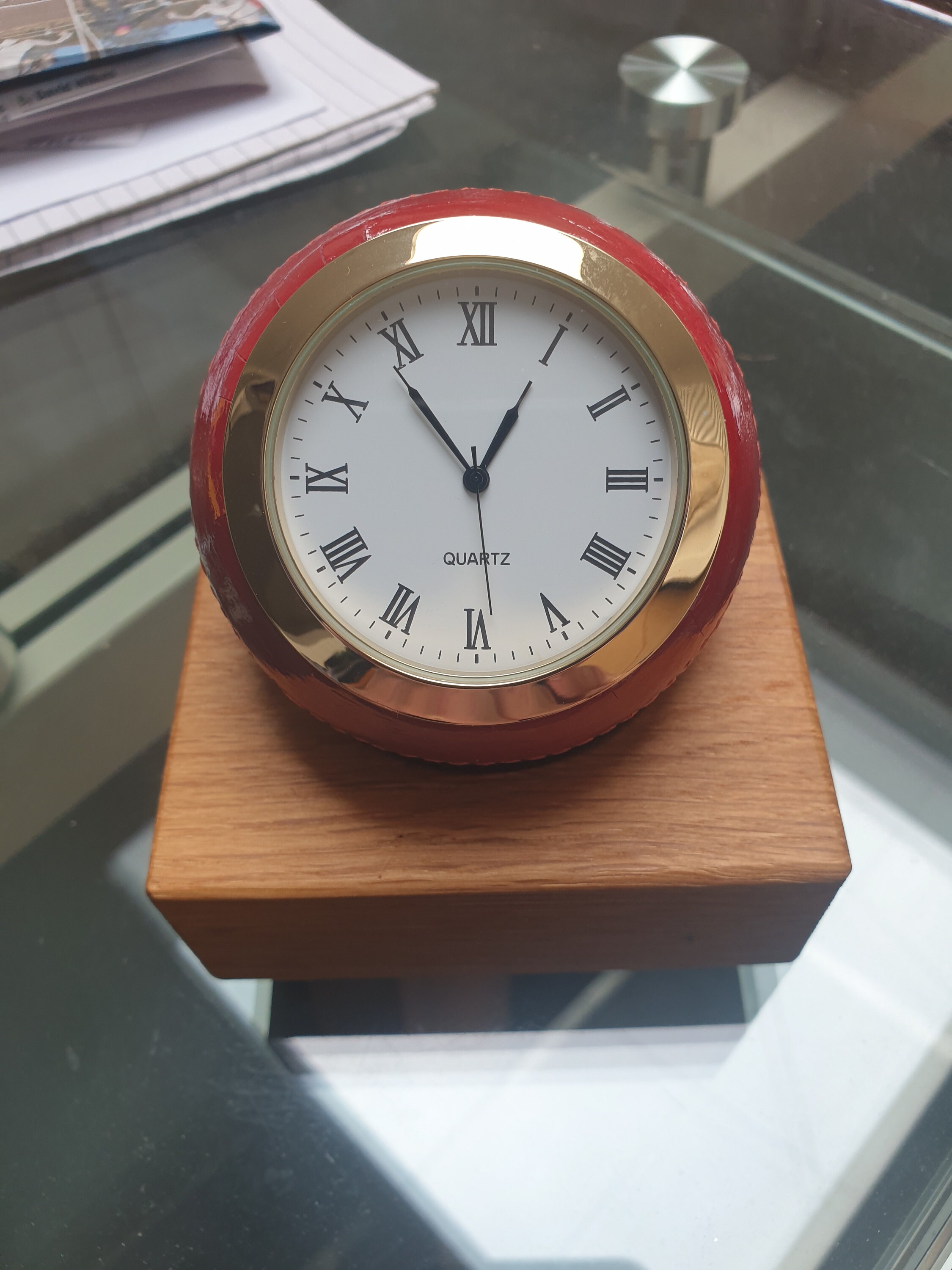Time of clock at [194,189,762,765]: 12:54
